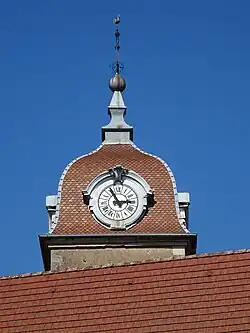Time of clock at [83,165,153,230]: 2:54
